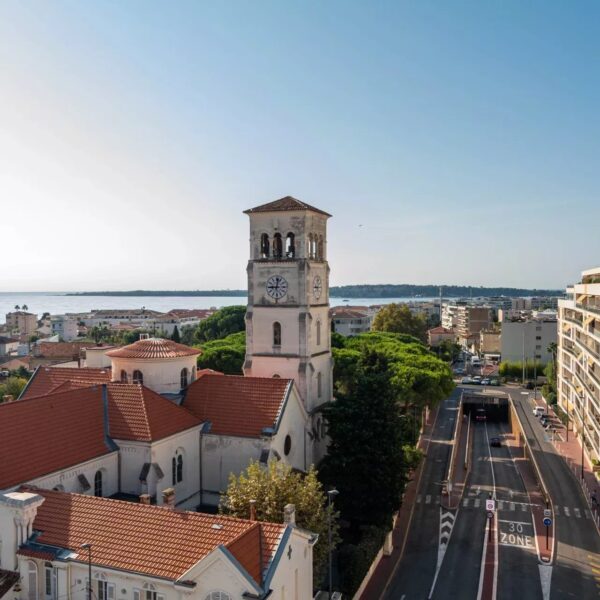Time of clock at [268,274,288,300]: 9:01
